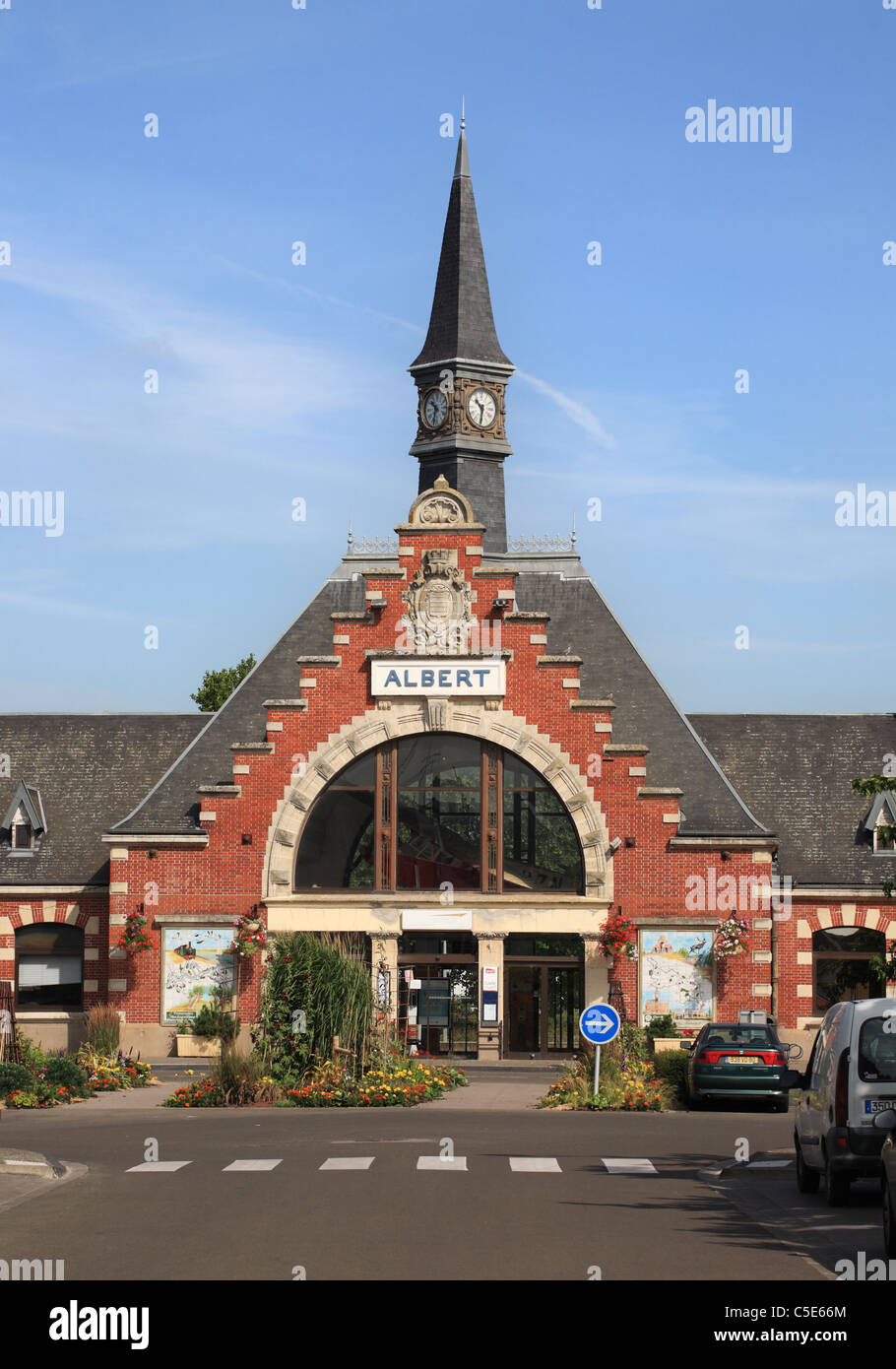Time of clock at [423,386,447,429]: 10:32
